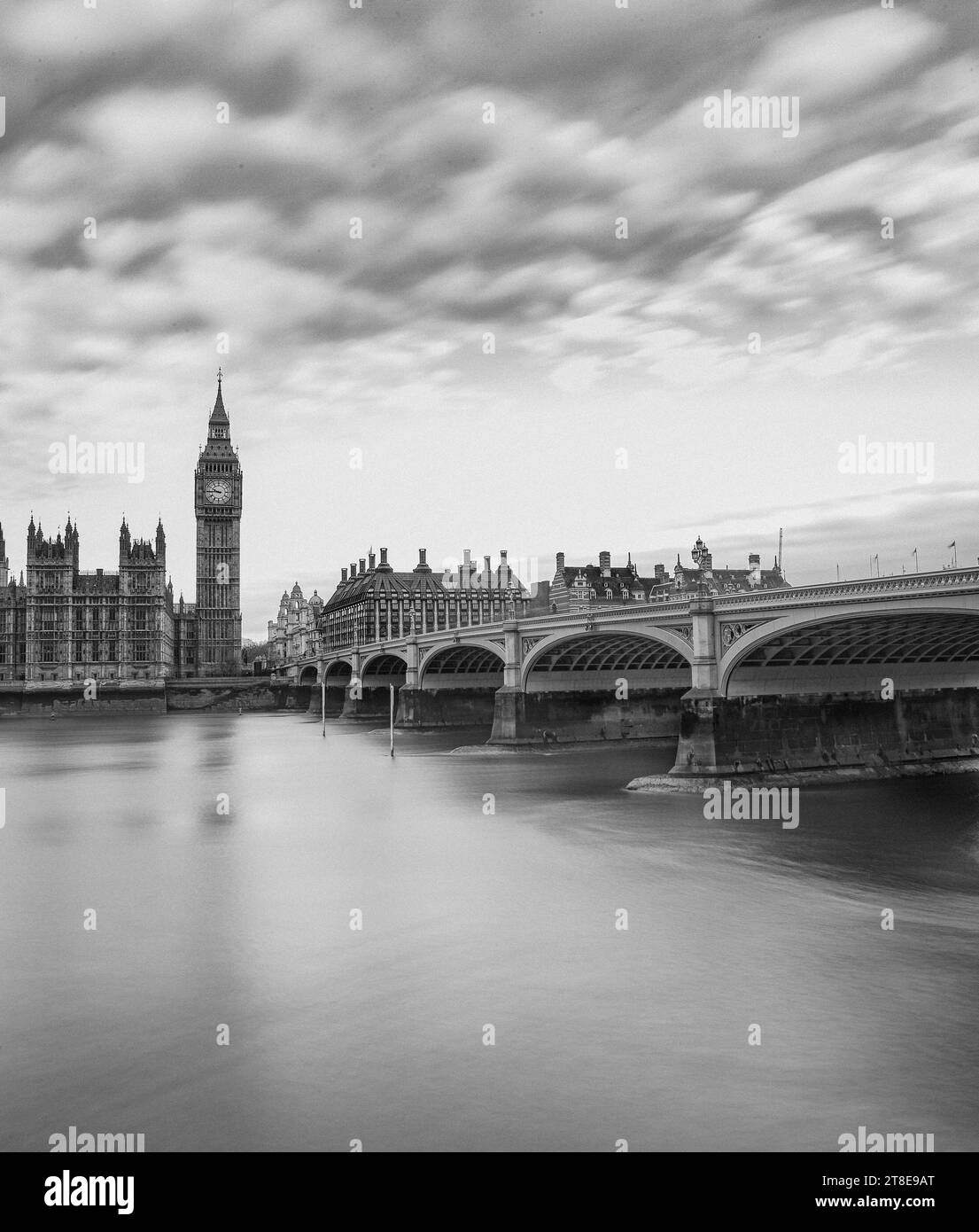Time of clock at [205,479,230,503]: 9:45
